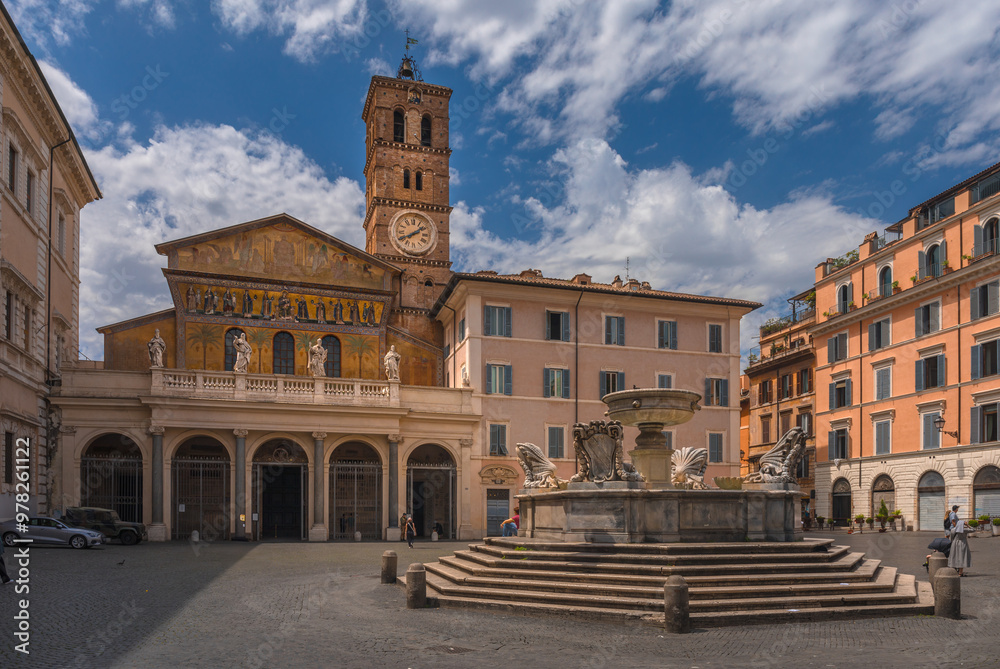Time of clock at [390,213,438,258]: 1:40
